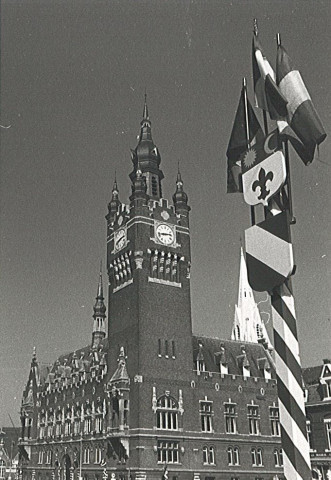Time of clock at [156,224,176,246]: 2:43
